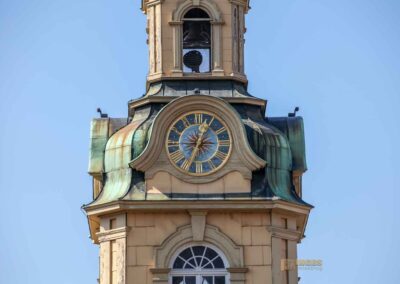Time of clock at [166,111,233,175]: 12:33
